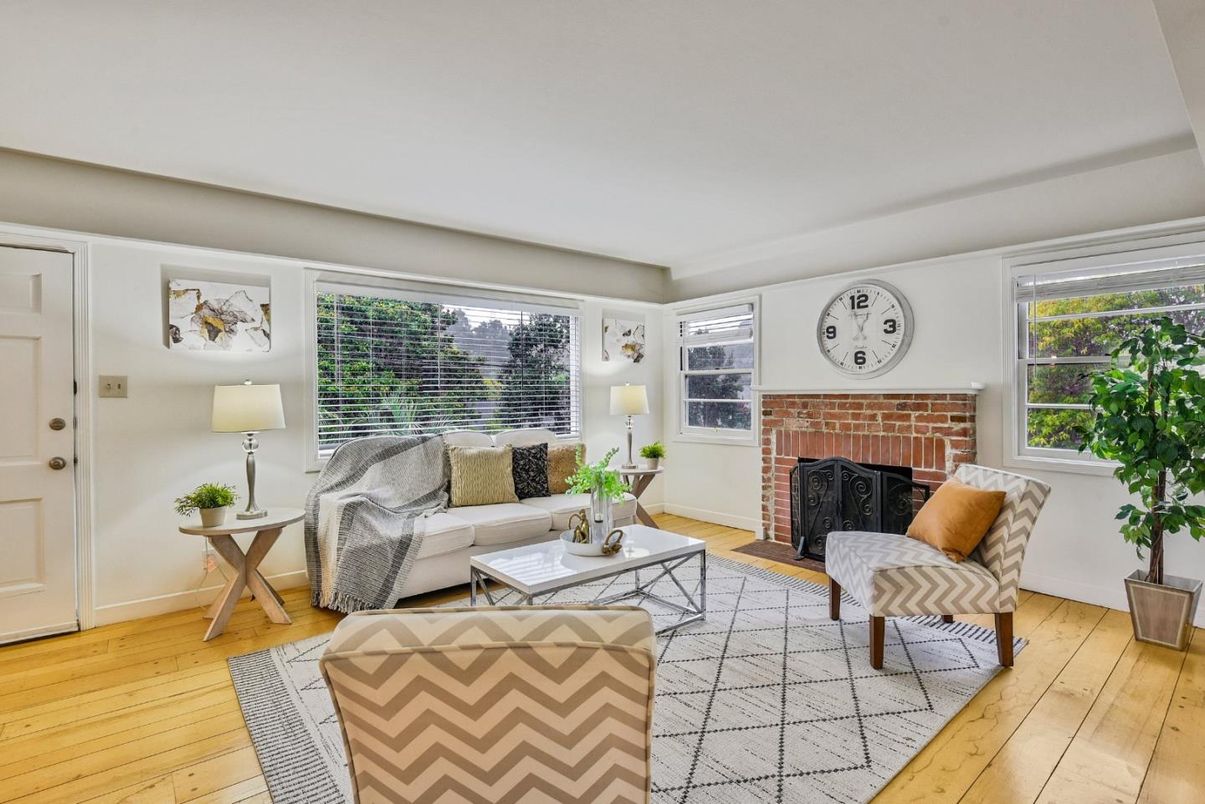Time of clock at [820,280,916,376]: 12:57
